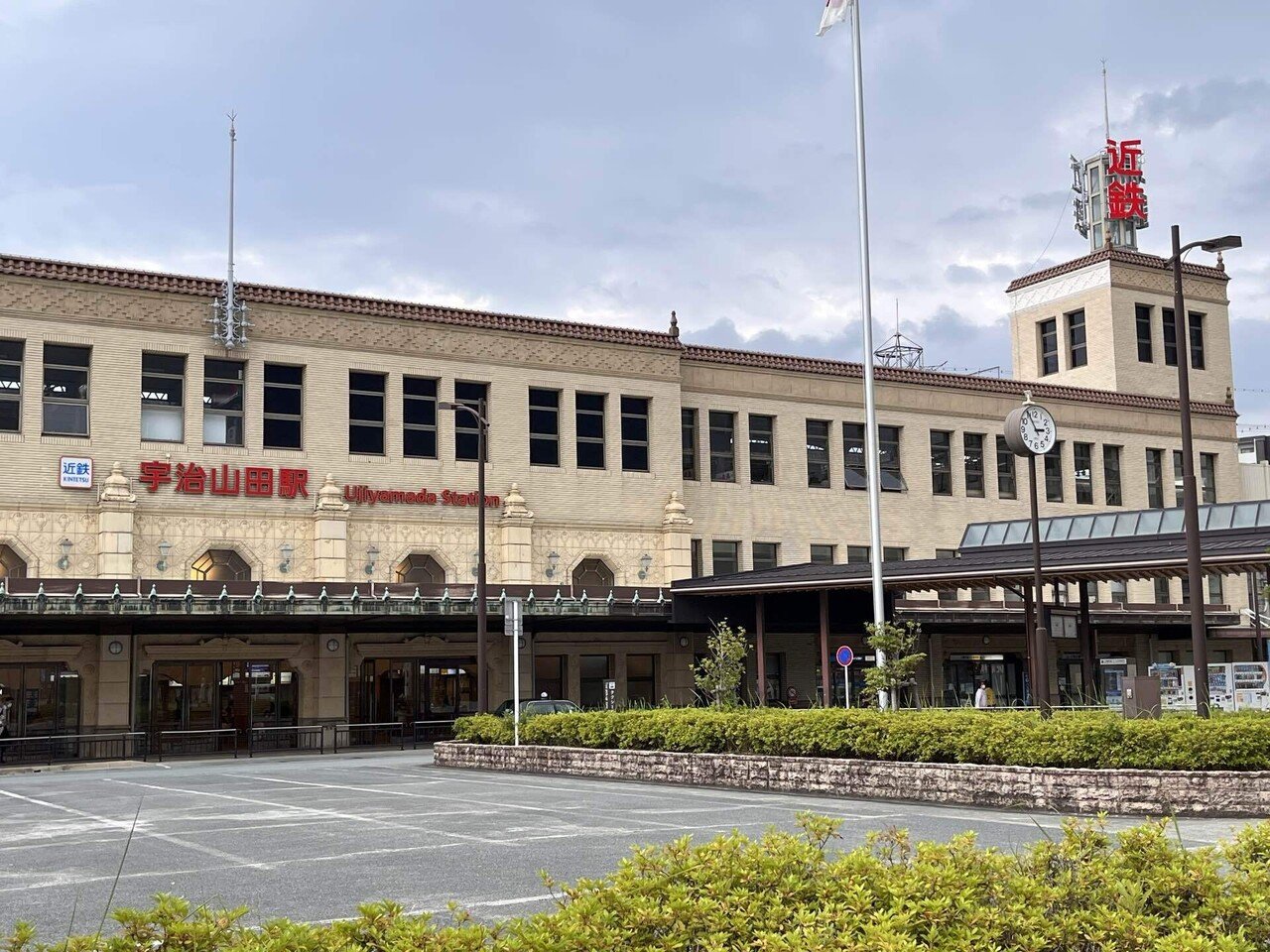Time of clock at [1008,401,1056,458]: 2:55
